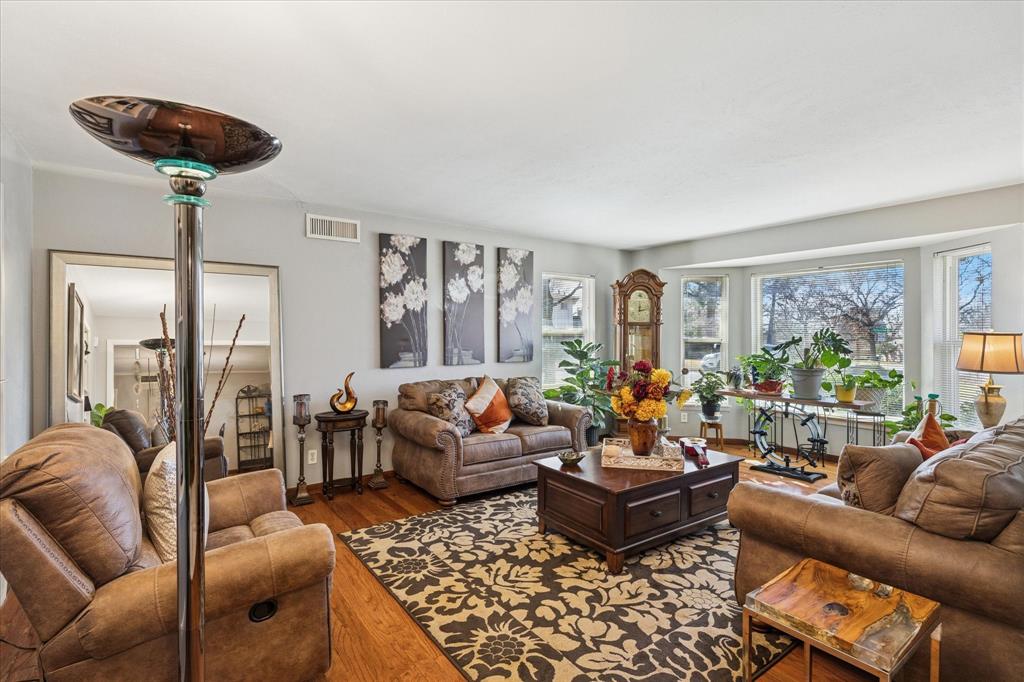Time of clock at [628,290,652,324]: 12:12
